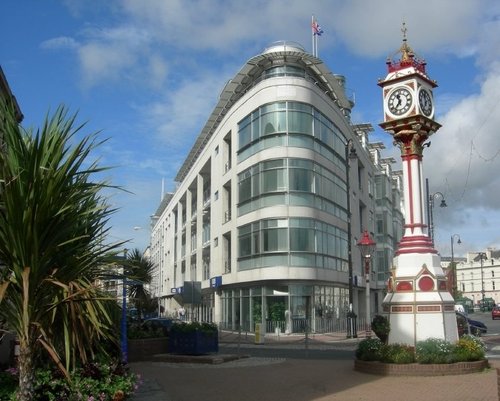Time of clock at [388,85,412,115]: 11:36
